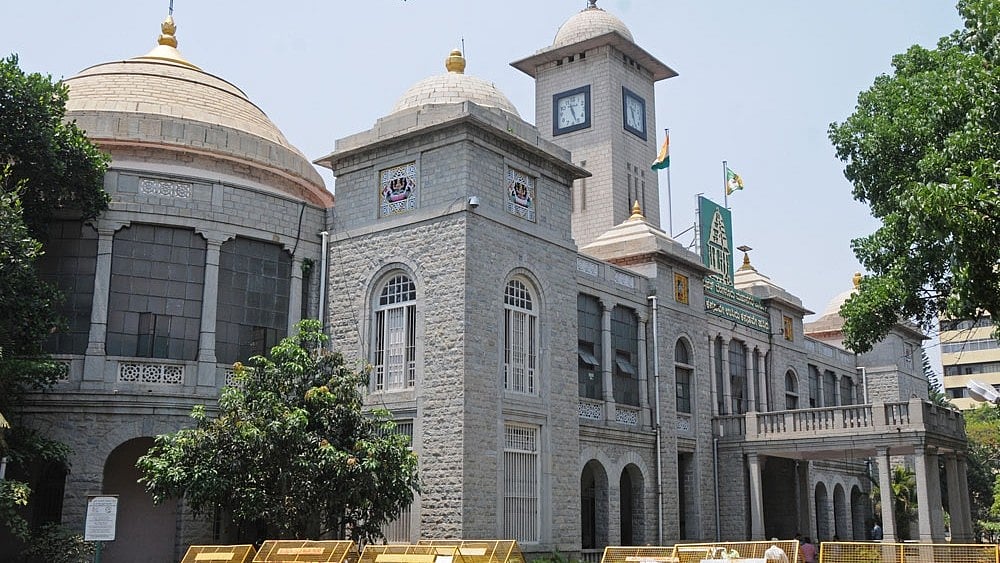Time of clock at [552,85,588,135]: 11:26
